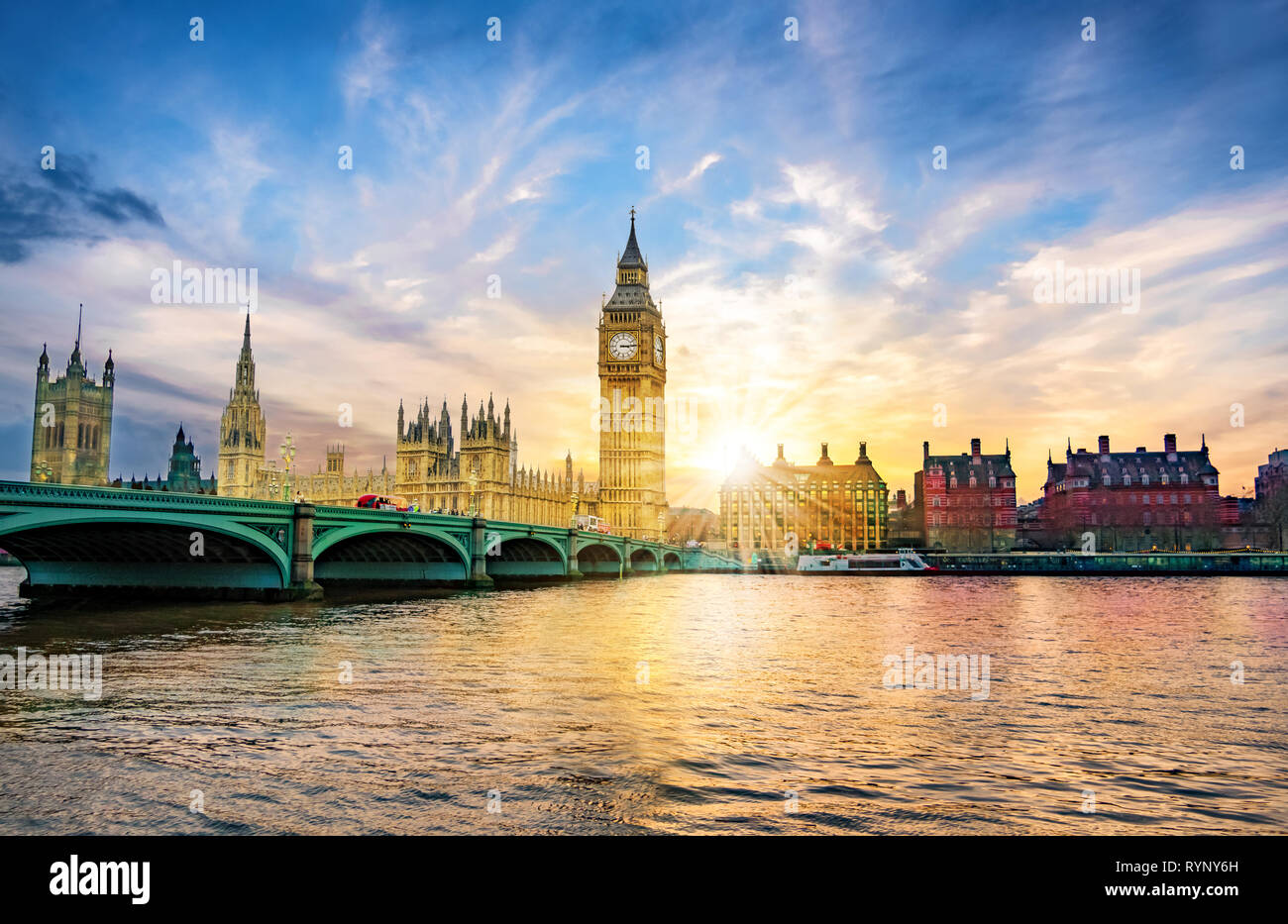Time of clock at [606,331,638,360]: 3:14
